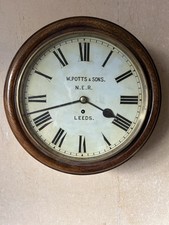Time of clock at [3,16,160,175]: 3:42
